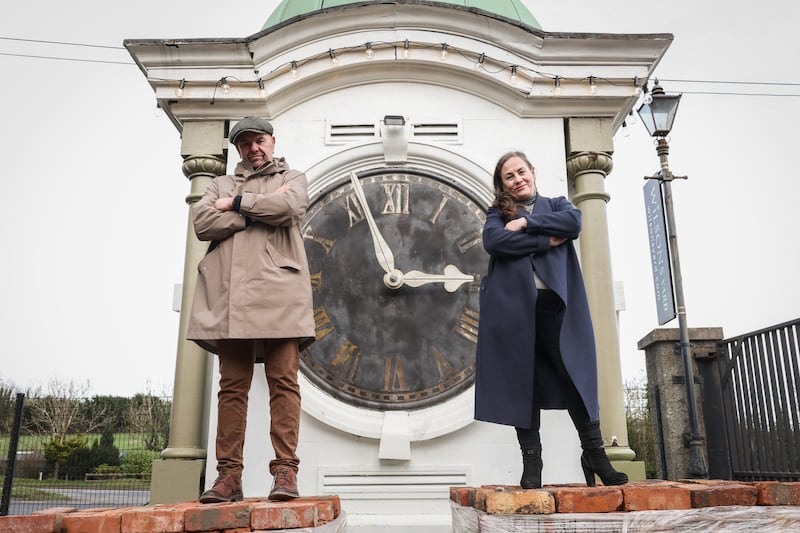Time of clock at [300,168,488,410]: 2:56
